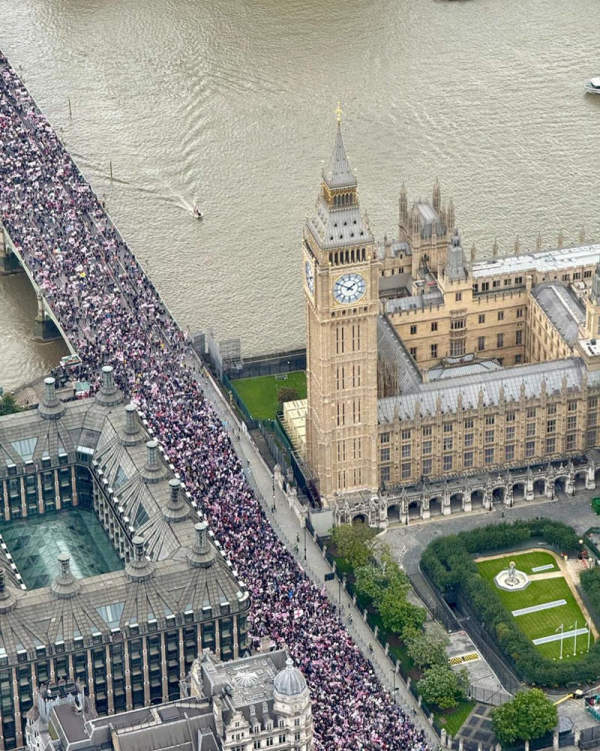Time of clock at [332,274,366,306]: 1:50
